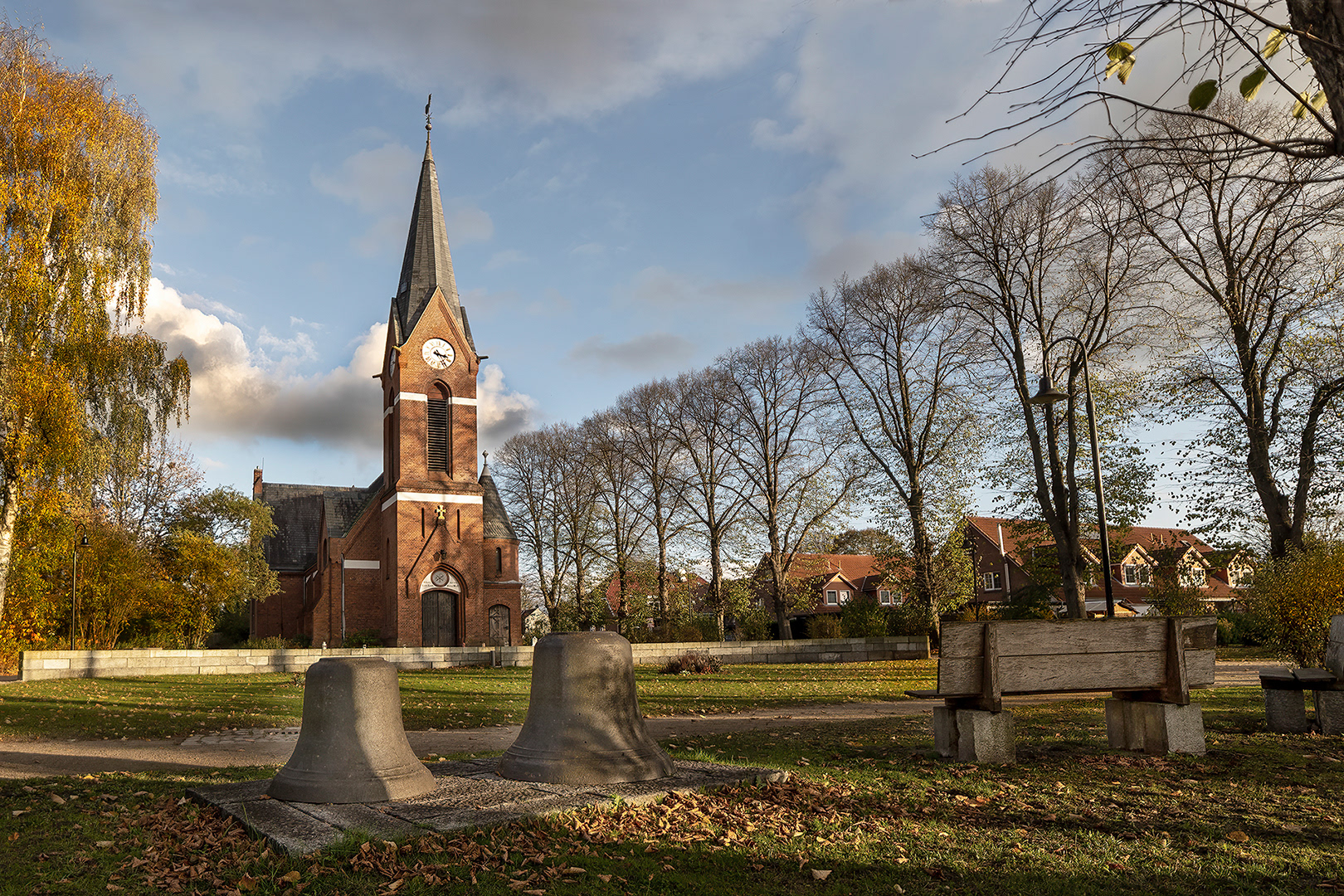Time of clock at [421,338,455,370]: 3:24
